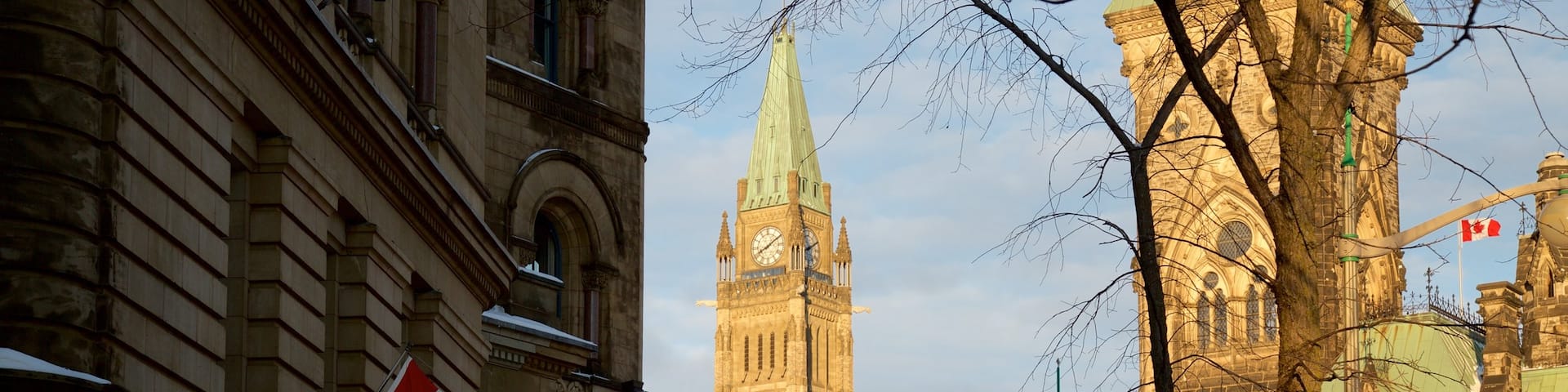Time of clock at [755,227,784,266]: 8:09
